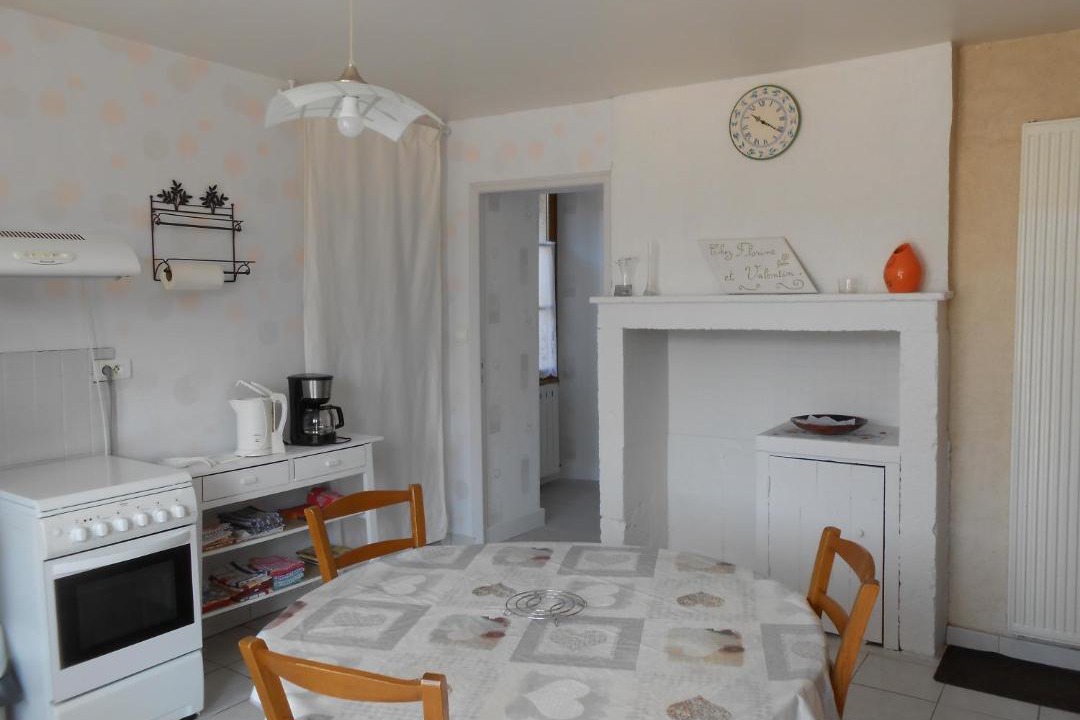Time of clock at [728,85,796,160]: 10:20
